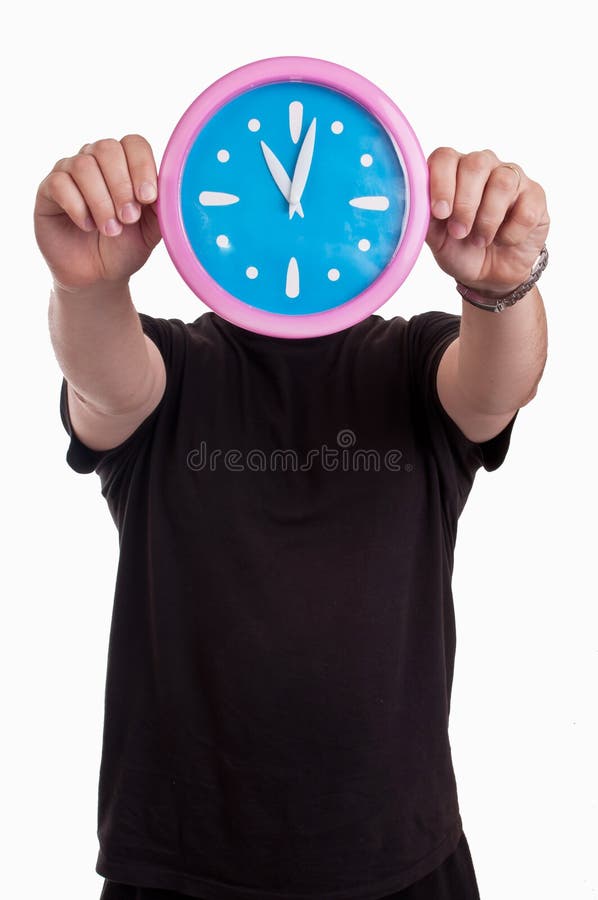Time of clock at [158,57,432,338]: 11:02
